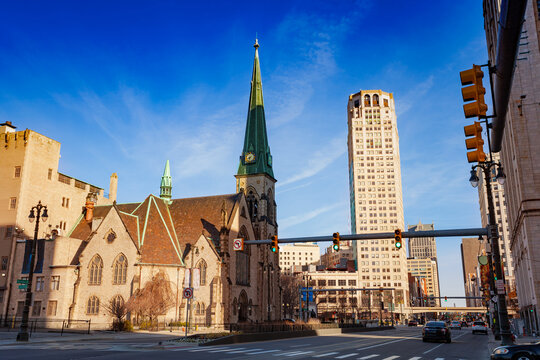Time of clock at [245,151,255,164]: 7:32
